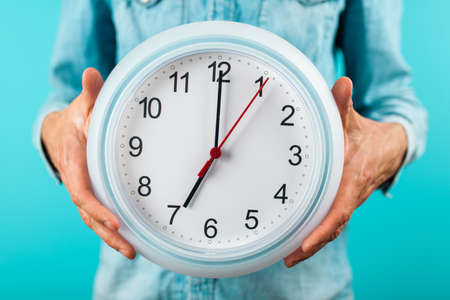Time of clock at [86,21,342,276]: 7:00
